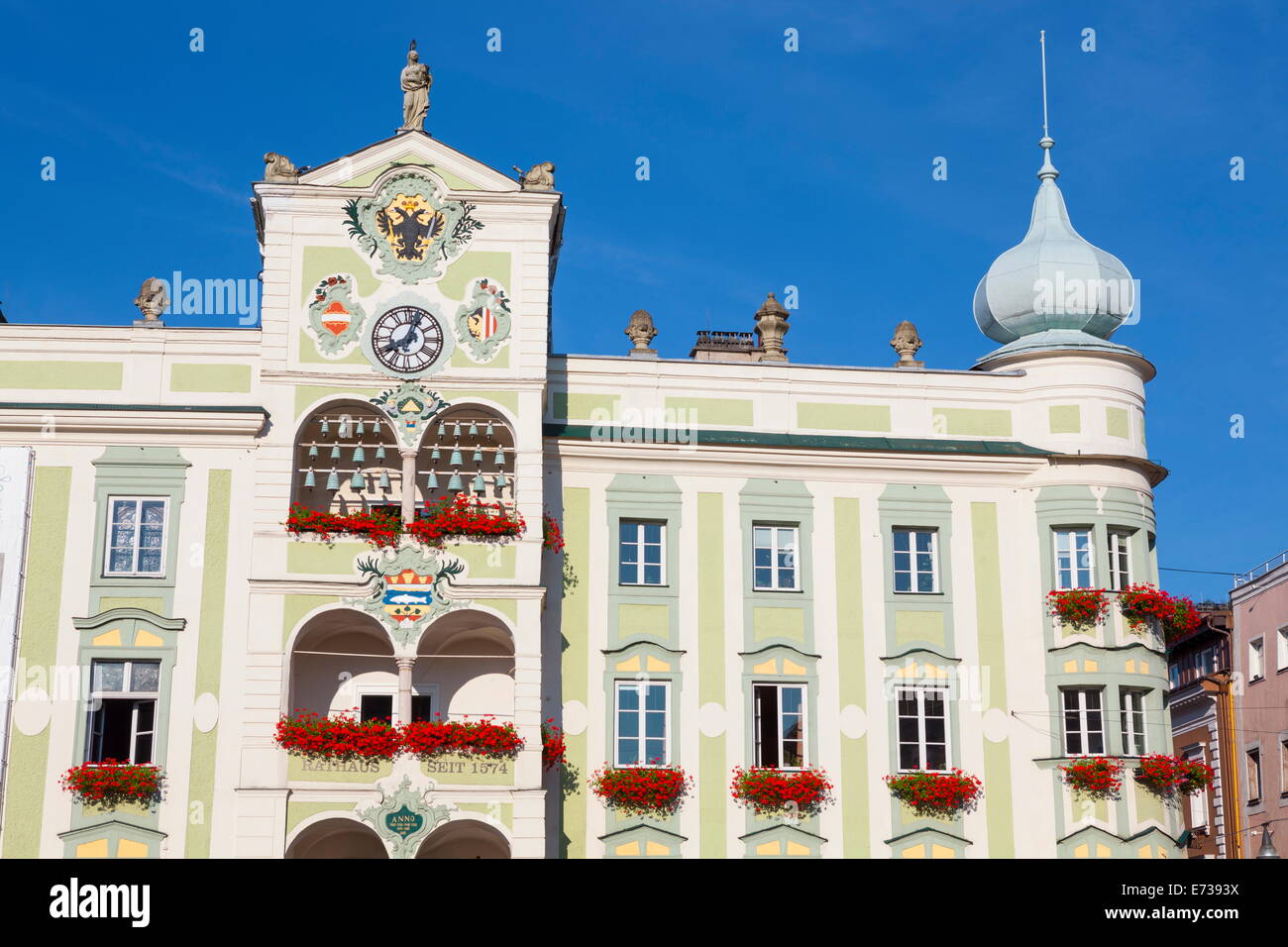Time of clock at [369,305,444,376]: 8:03
